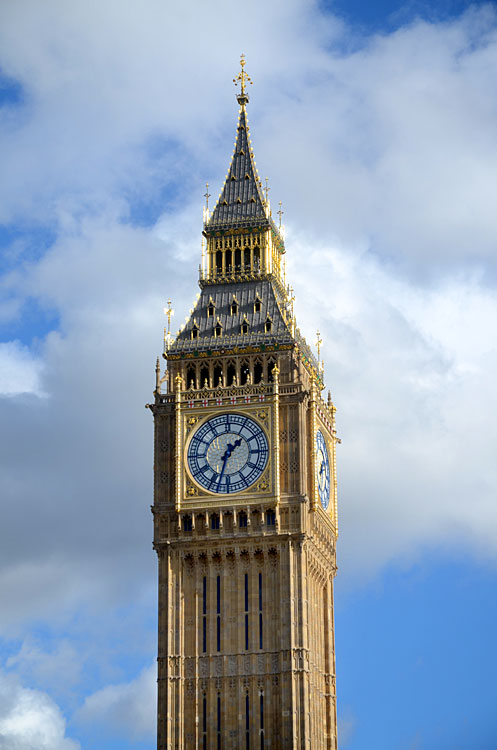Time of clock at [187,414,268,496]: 1:32
